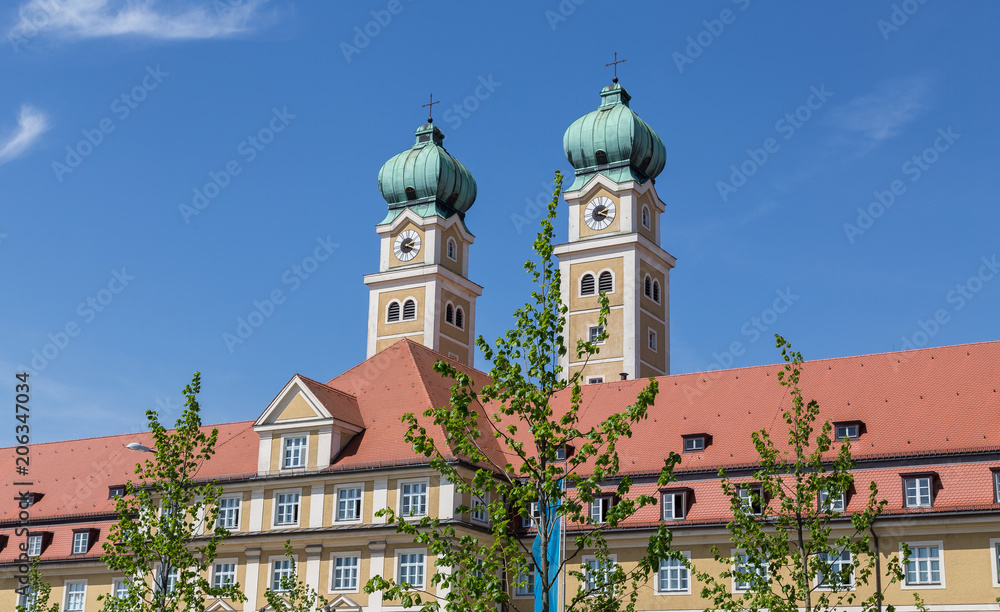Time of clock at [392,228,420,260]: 2:18
